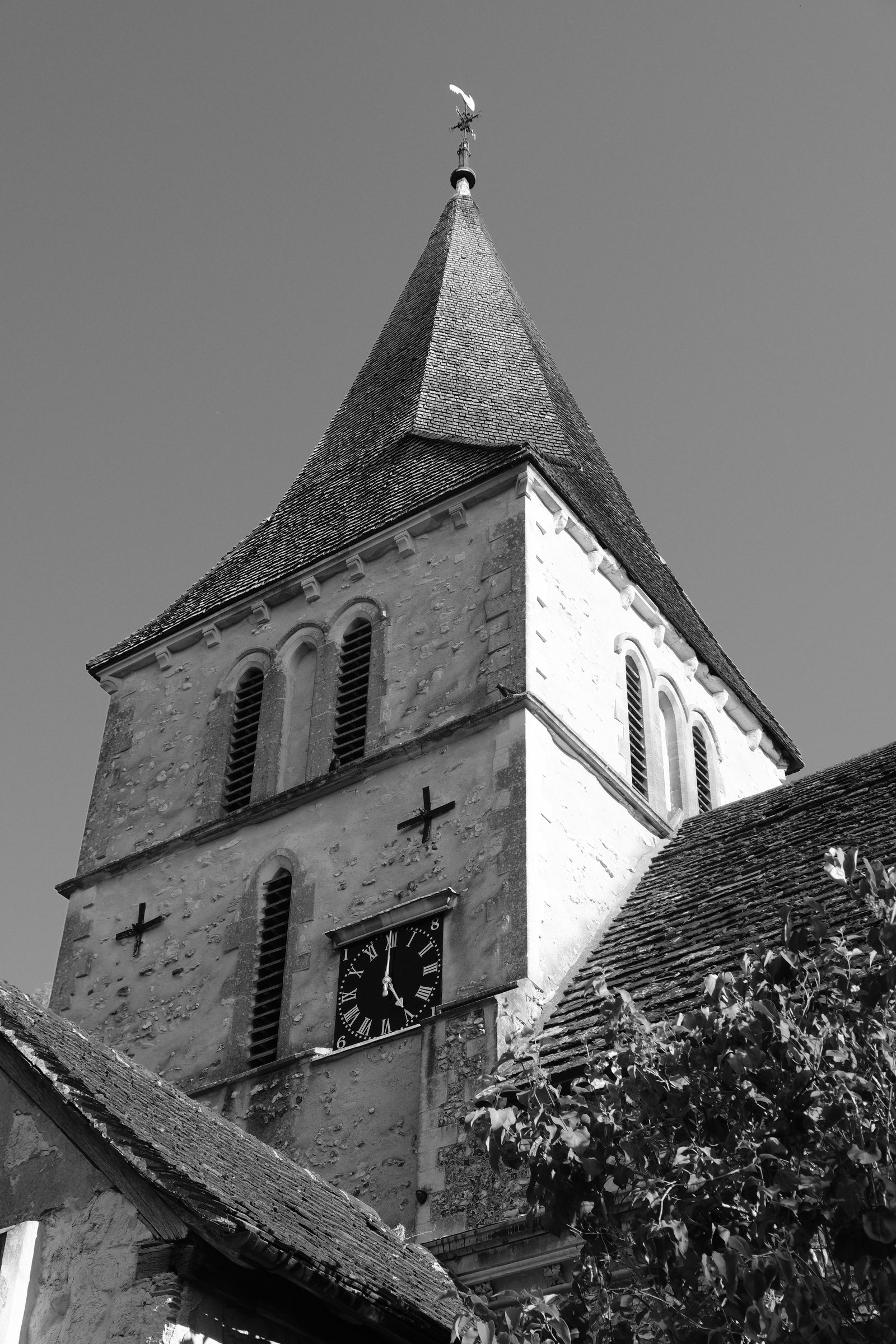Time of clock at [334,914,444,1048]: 5:00
